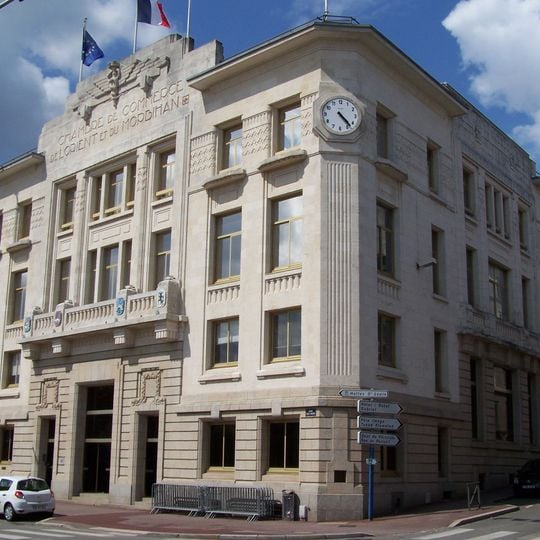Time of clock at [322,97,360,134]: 4:23
